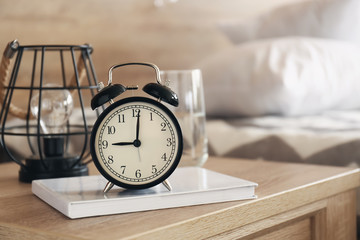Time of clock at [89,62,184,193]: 9:01
